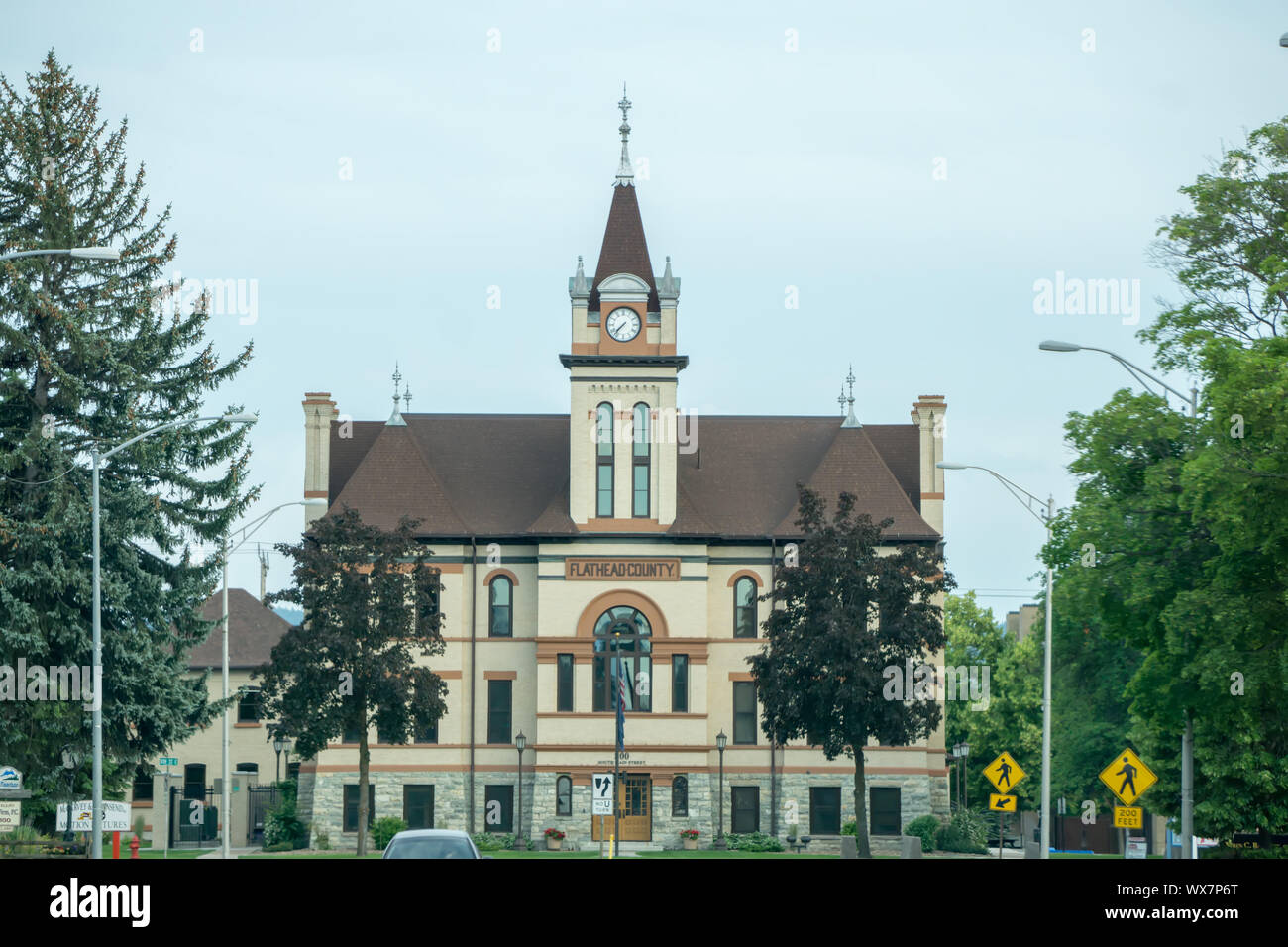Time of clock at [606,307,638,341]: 7:37
